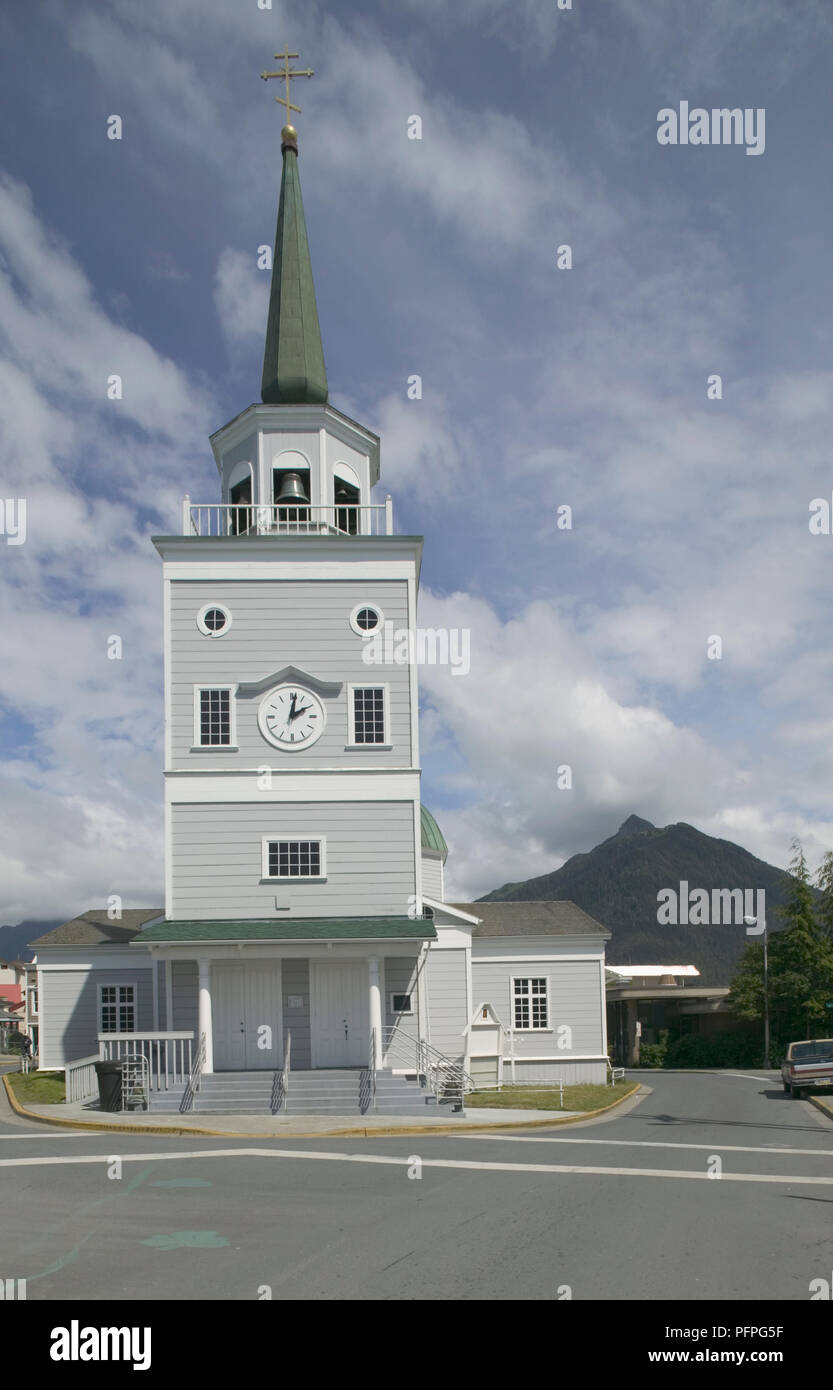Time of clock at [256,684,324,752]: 2:01
